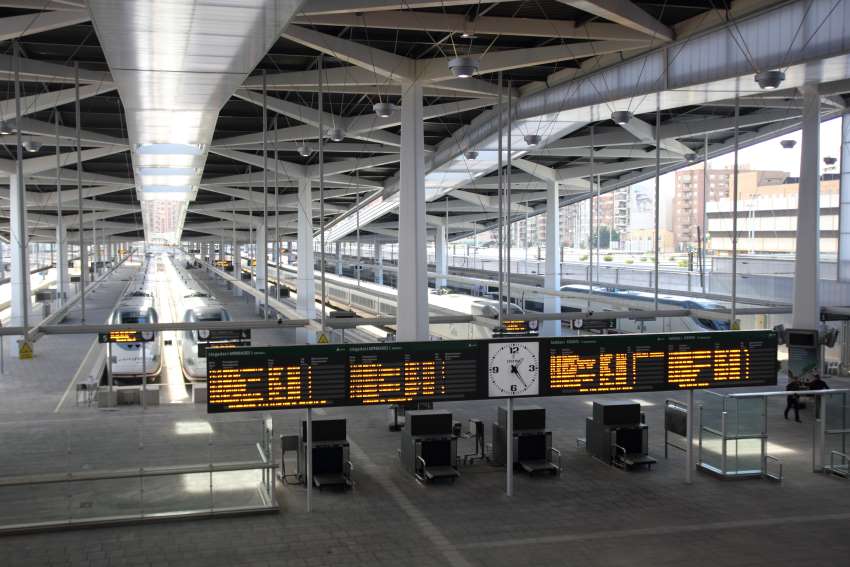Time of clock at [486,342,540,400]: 1:24
